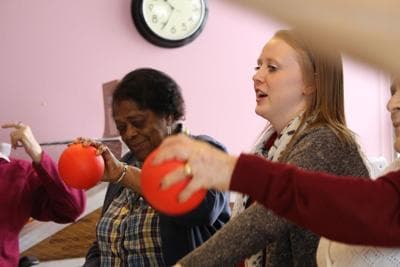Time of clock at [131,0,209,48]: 10:34
